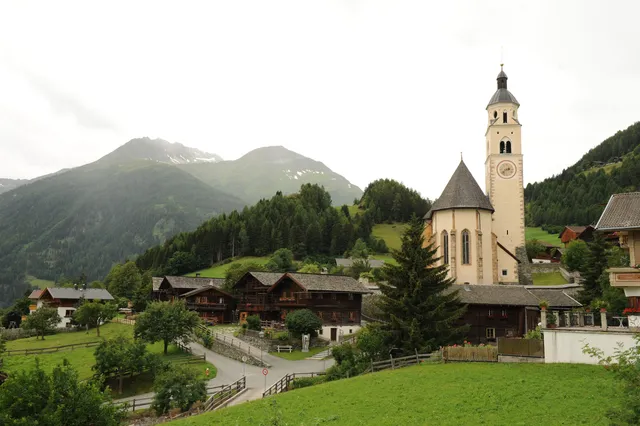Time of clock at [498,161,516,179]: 2:38
